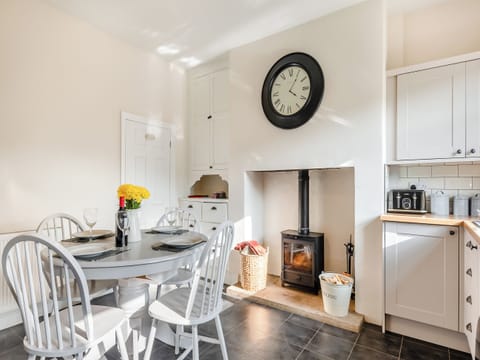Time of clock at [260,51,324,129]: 4:04
